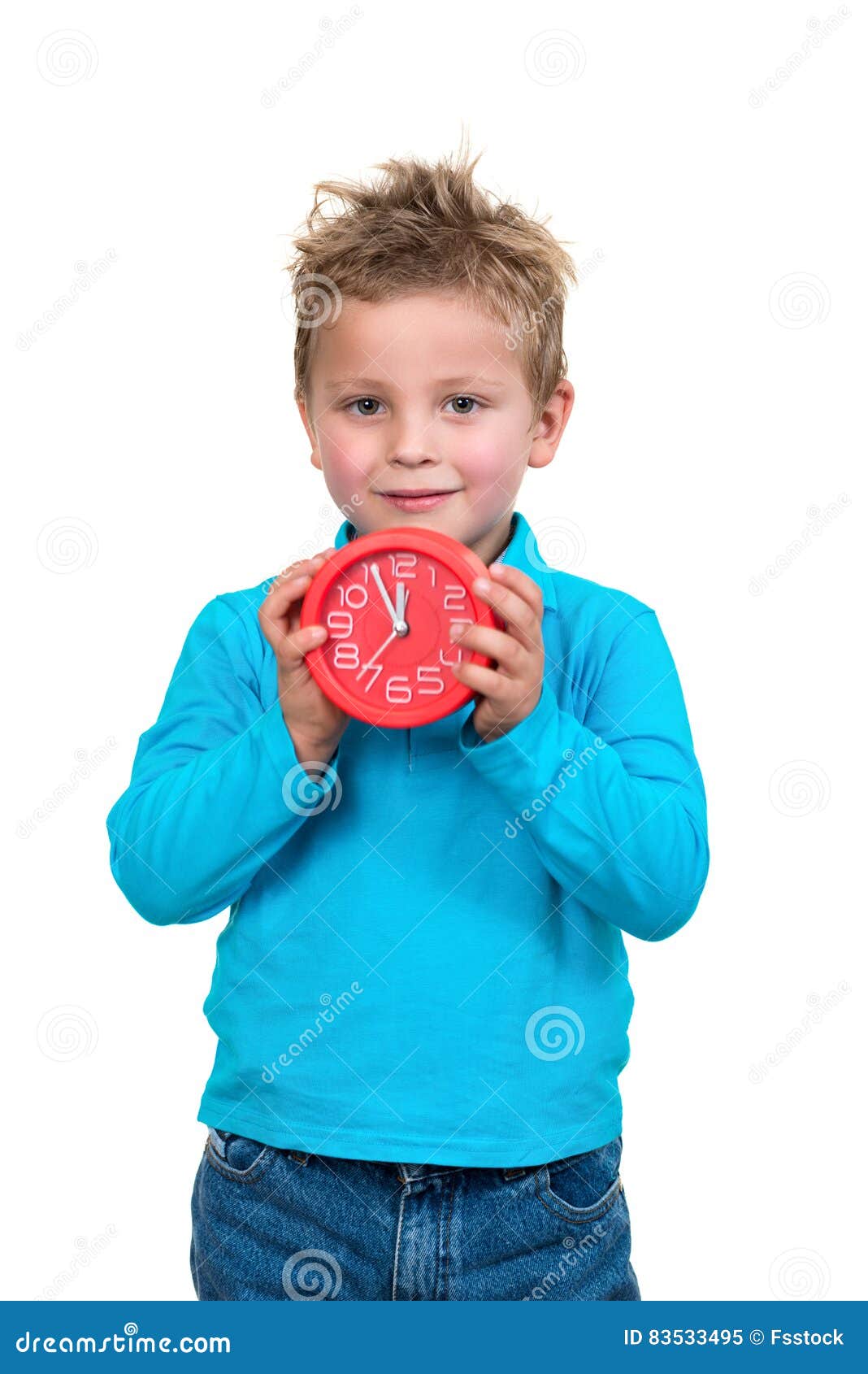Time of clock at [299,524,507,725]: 11:55
